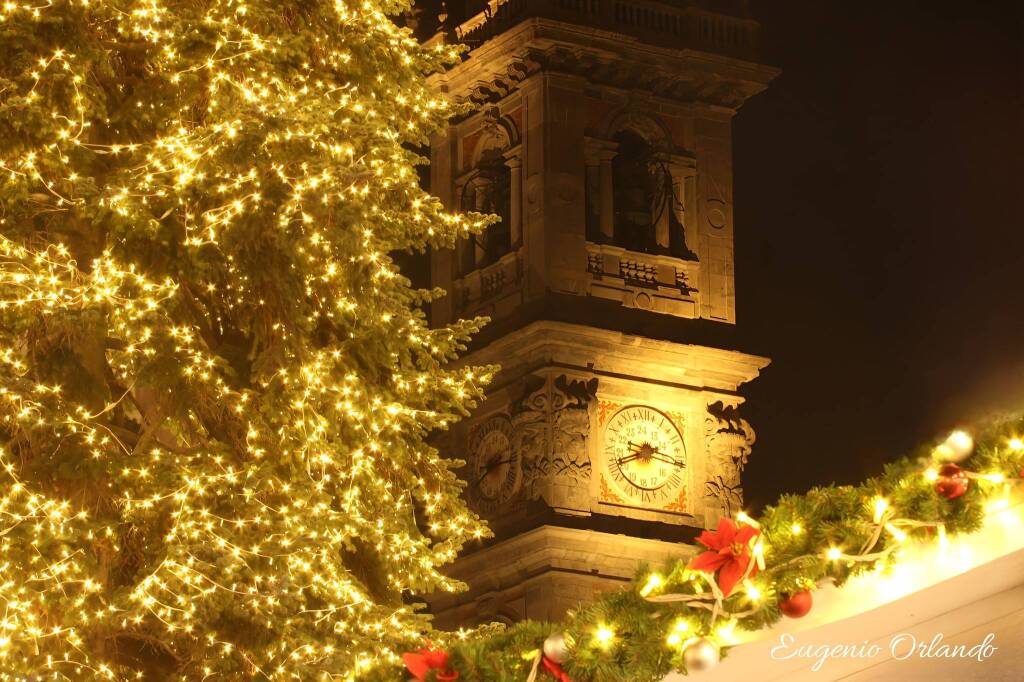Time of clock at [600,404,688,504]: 8:16
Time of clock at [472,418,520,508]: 2:38
